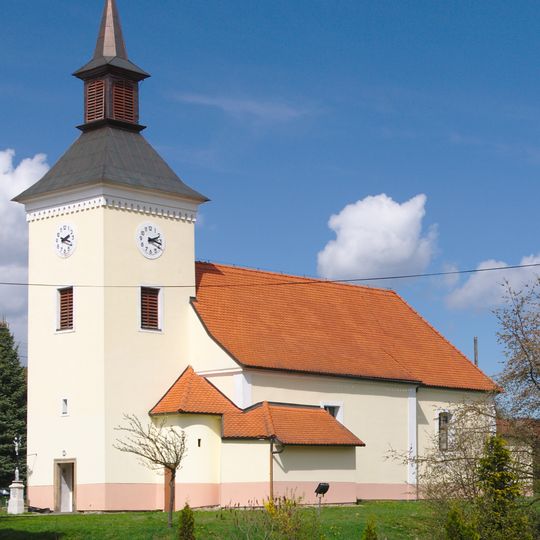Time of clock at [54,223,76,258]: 2:18
